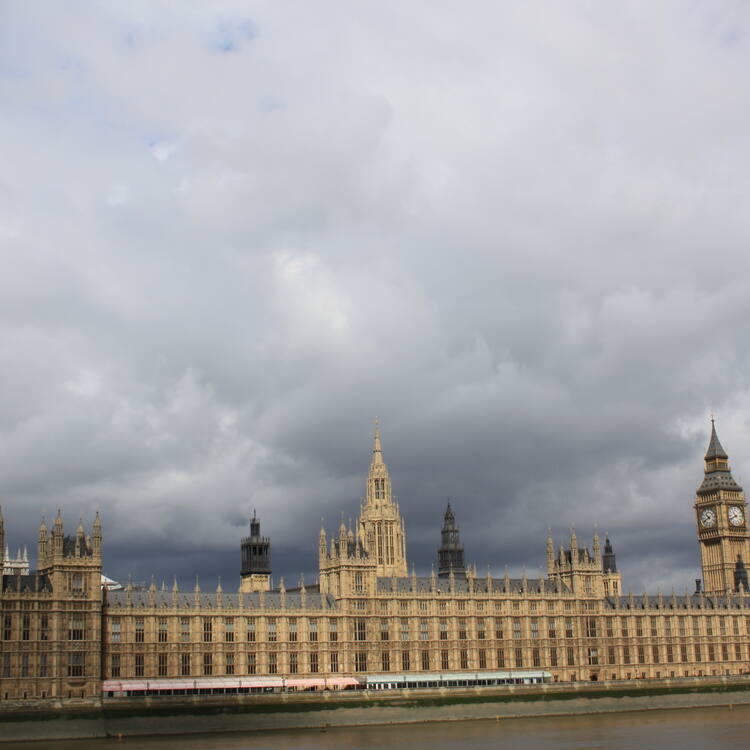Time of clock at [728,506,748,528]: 10:41
